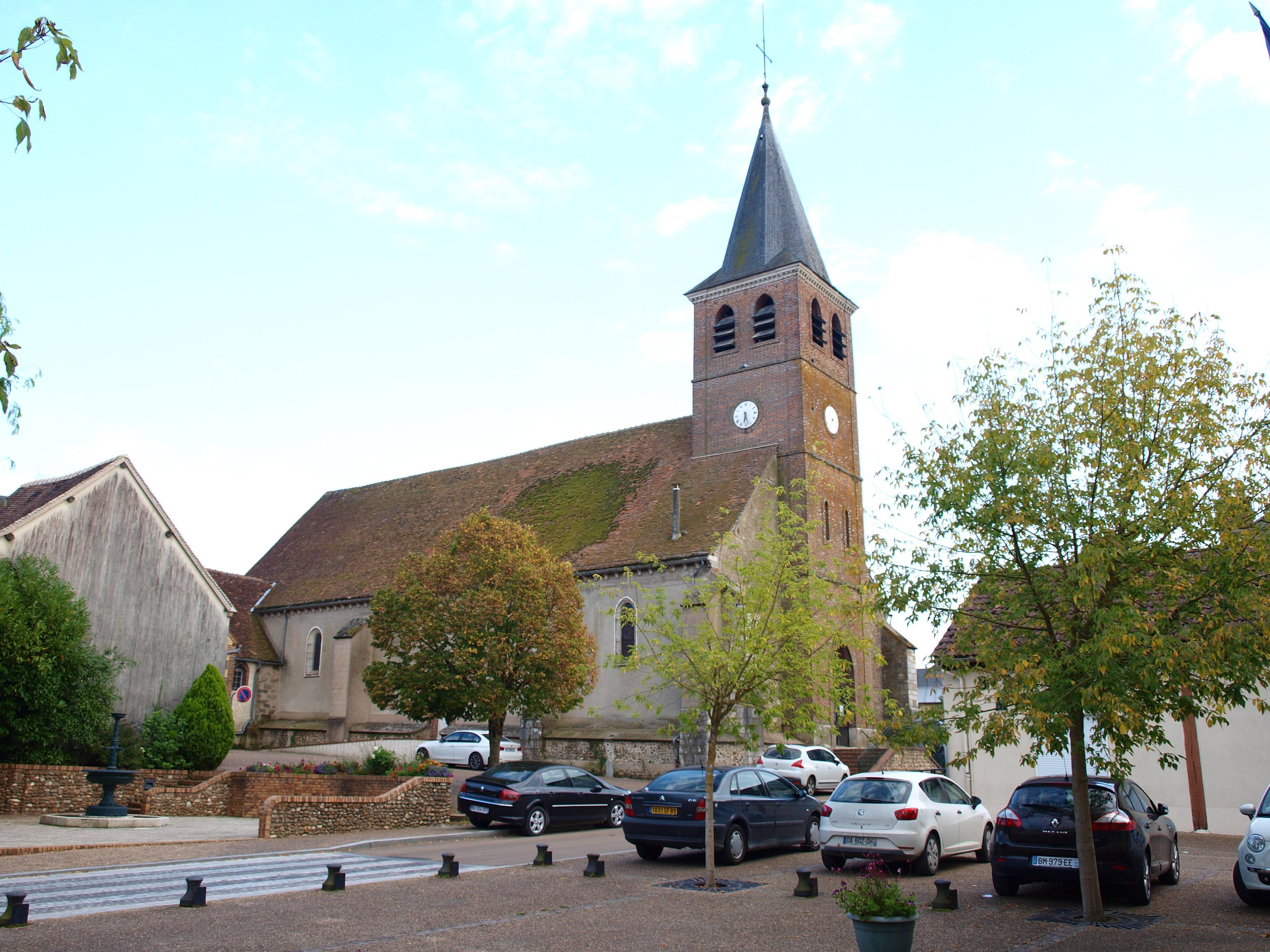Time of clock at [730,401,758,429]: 6:27
